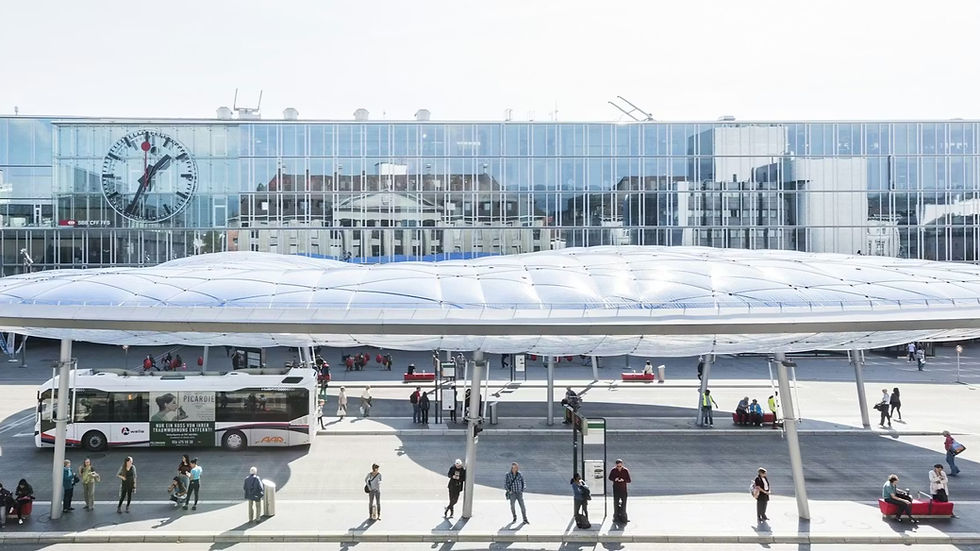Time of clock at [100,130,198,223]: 1:34
